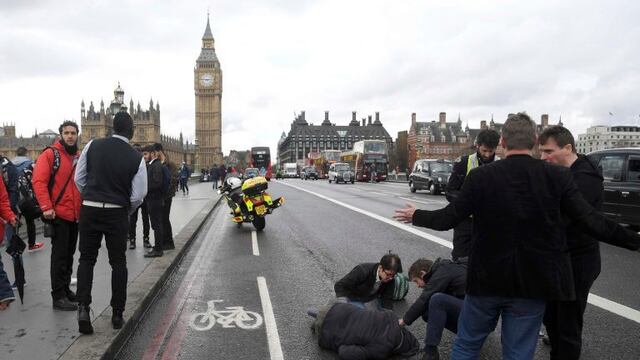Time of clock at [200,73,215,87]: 2:46
